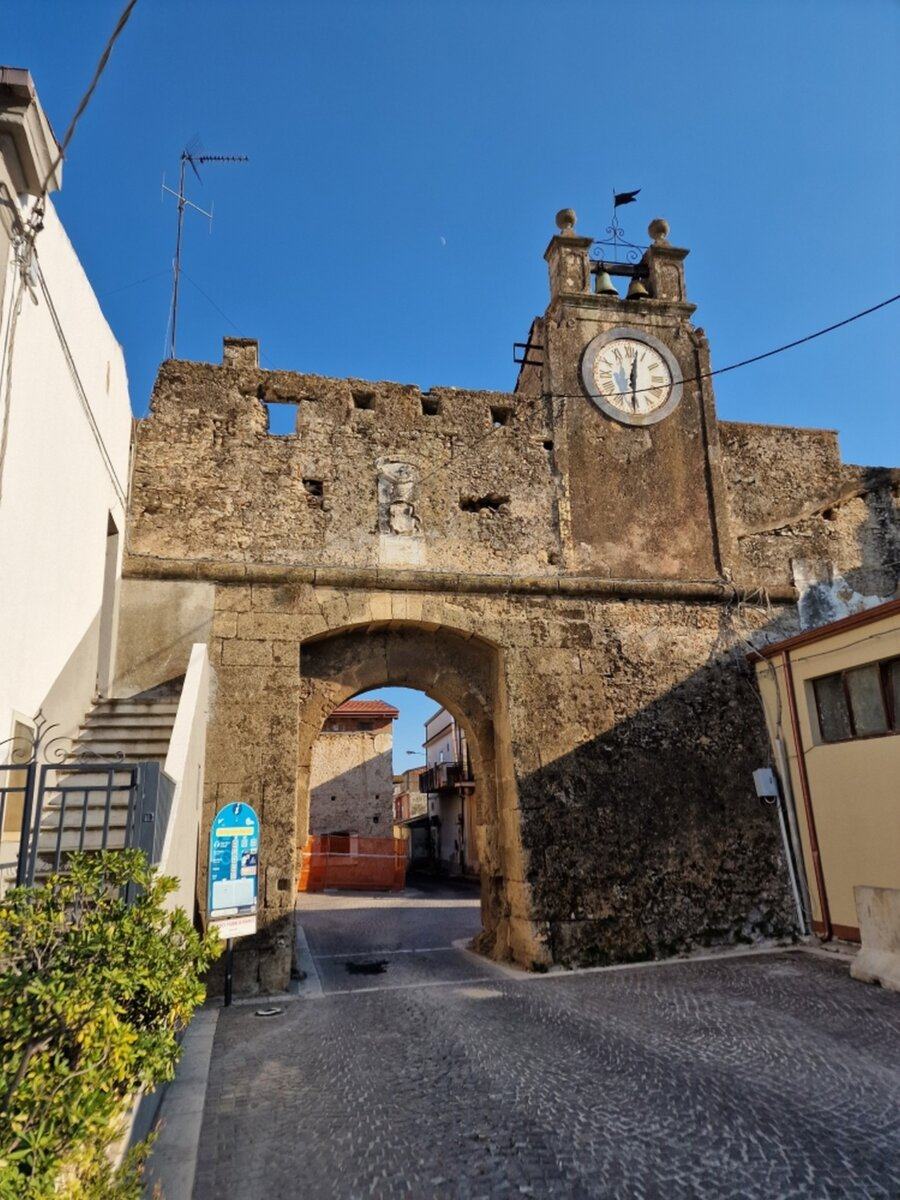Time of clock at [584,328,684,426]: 12:30
